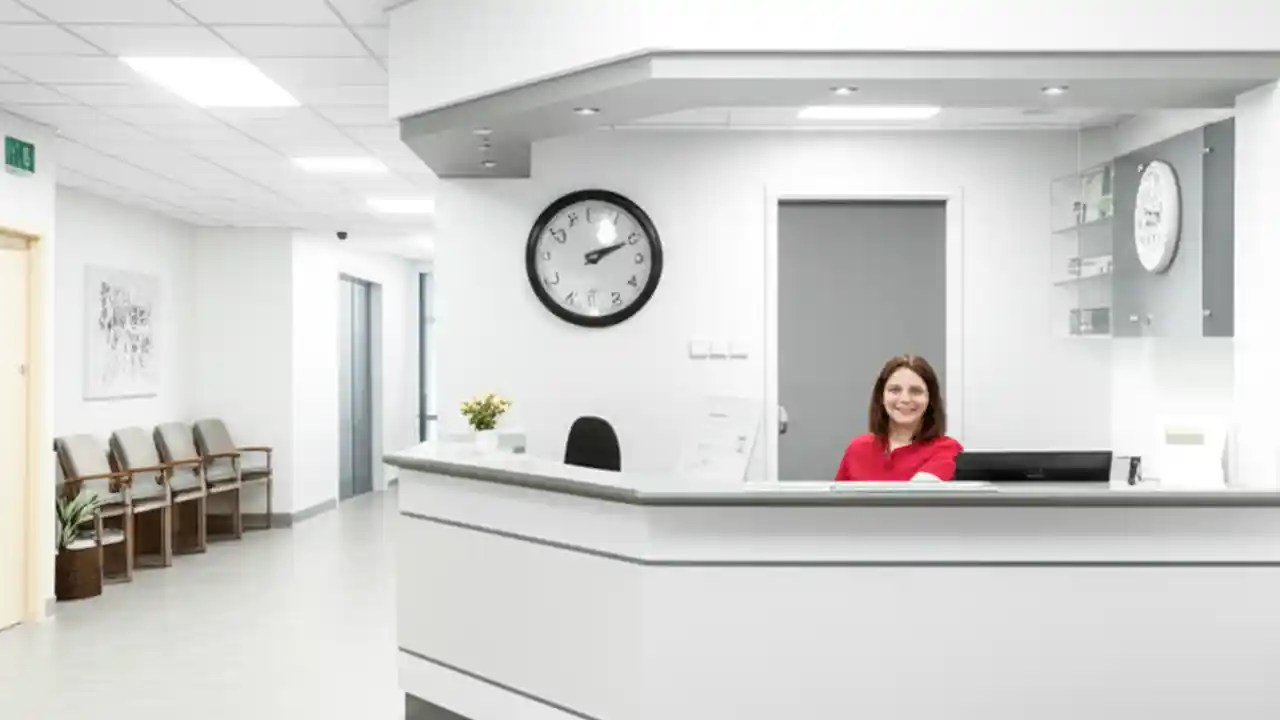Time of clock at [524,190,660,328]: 2:11
